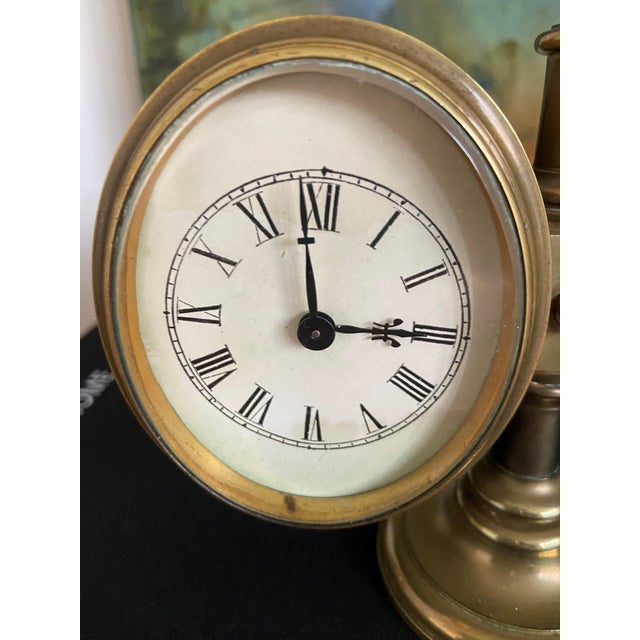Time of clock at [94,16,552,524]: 2:58
